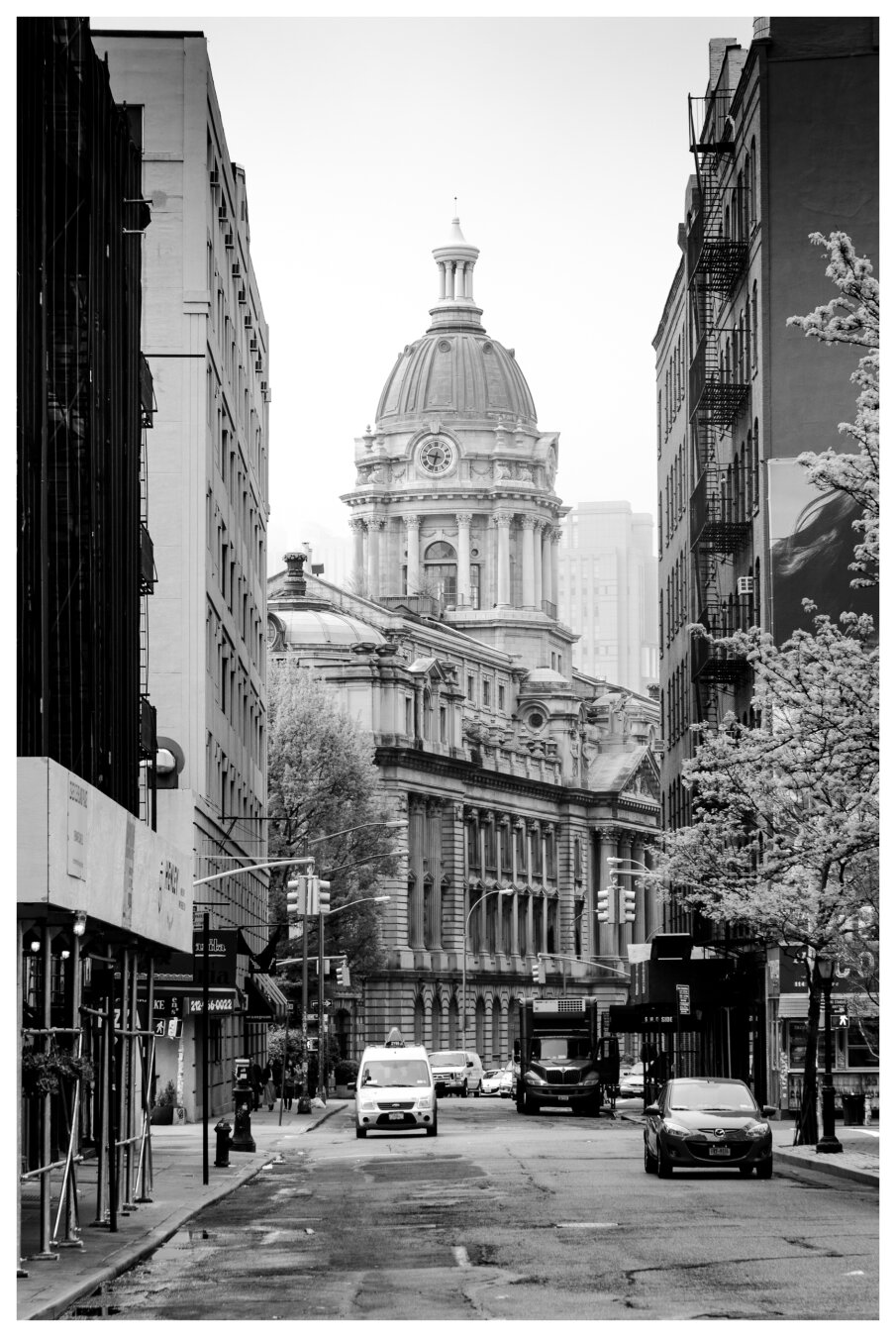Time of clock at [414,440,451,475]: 9:32
